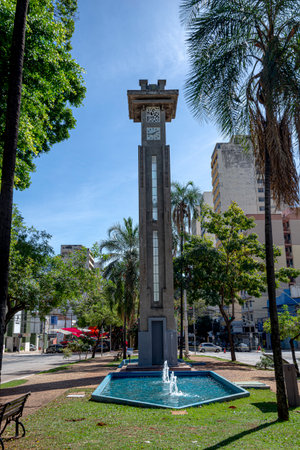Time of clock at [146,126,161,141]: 1:43
